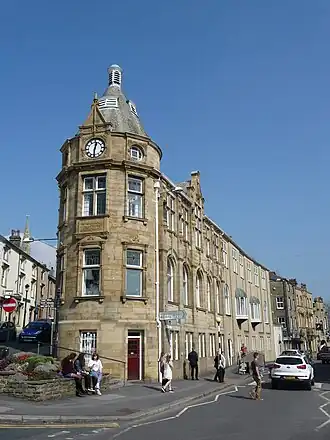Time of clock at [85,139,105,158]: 12:30
